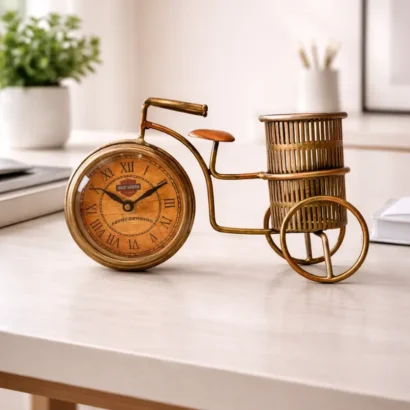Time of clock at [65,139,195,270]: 10:10
